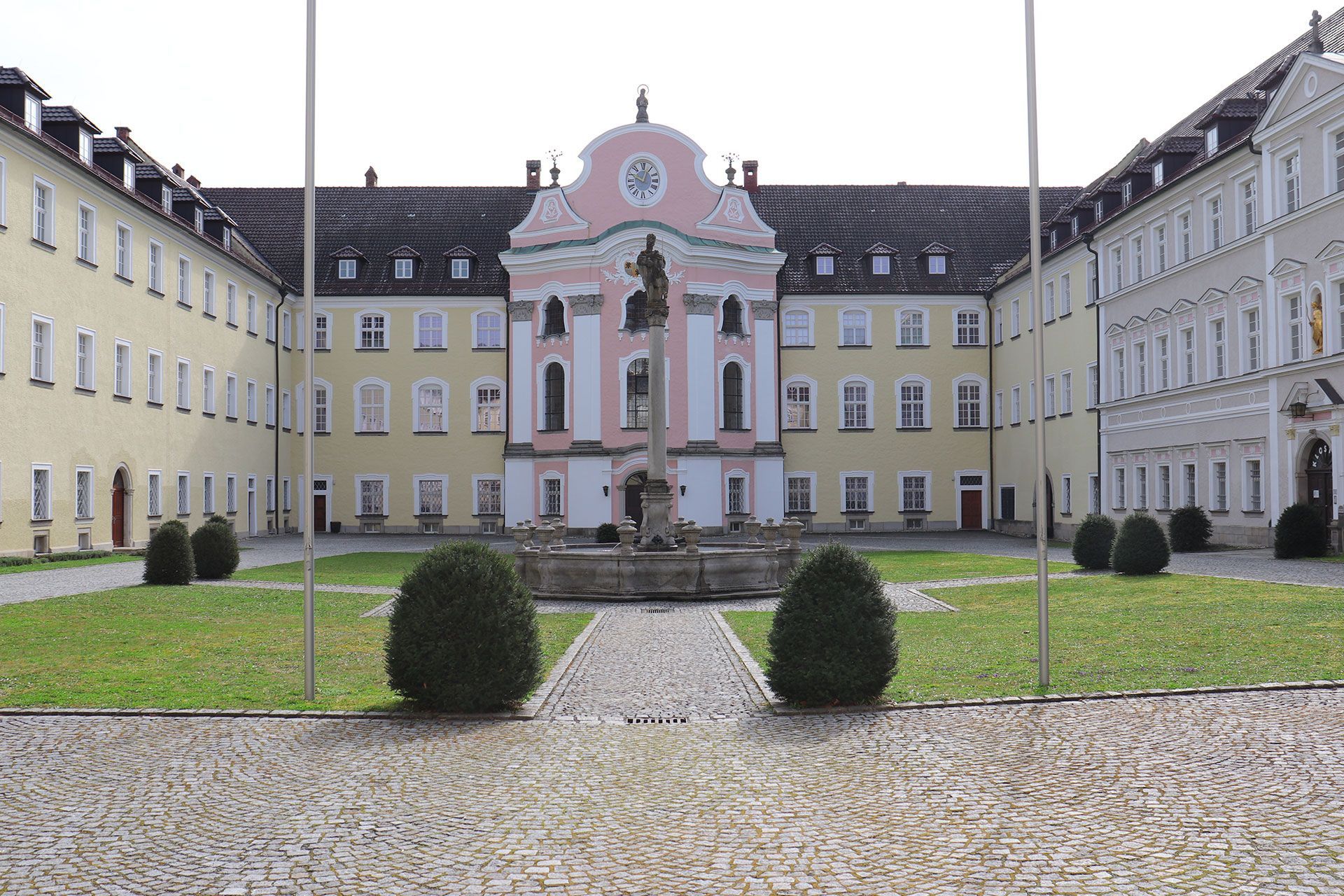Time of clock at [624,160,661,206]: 12:49
